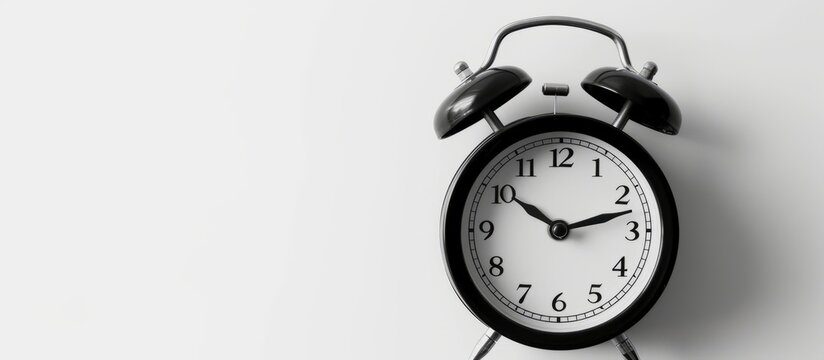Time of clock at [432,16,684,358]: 10:12
